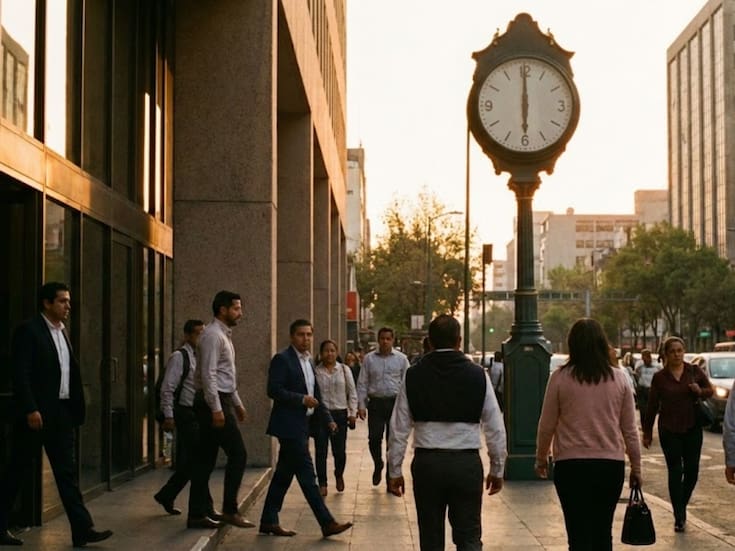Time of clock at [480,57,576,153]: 6:00
